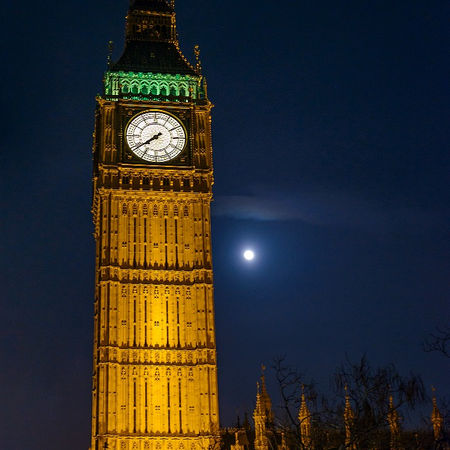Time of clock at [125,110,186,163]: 7:39
